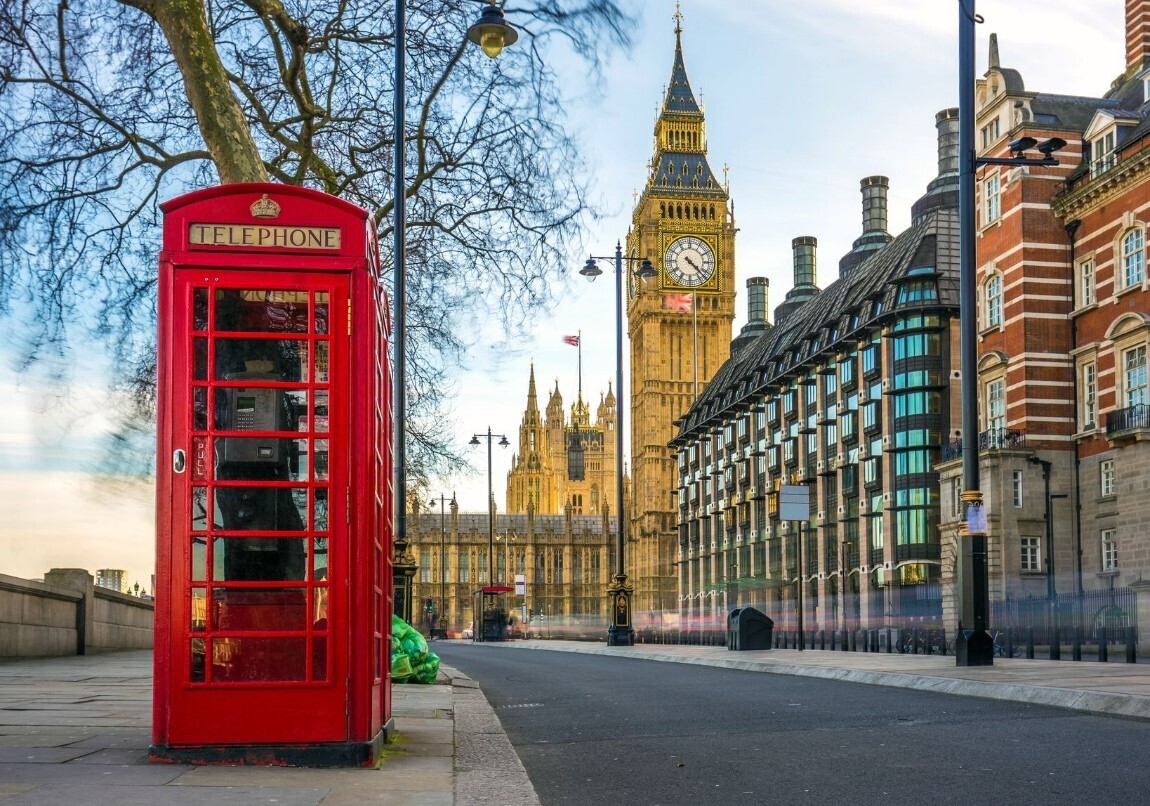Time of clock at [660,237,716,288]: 4:22
